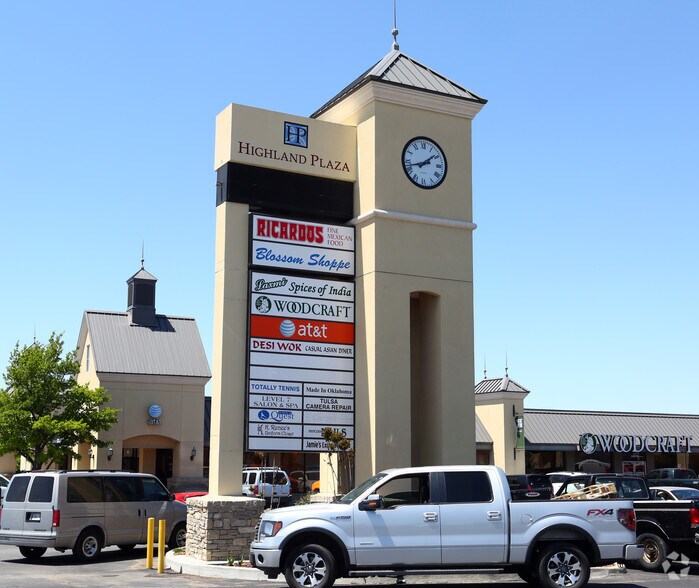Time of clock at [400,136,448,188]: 1:42
